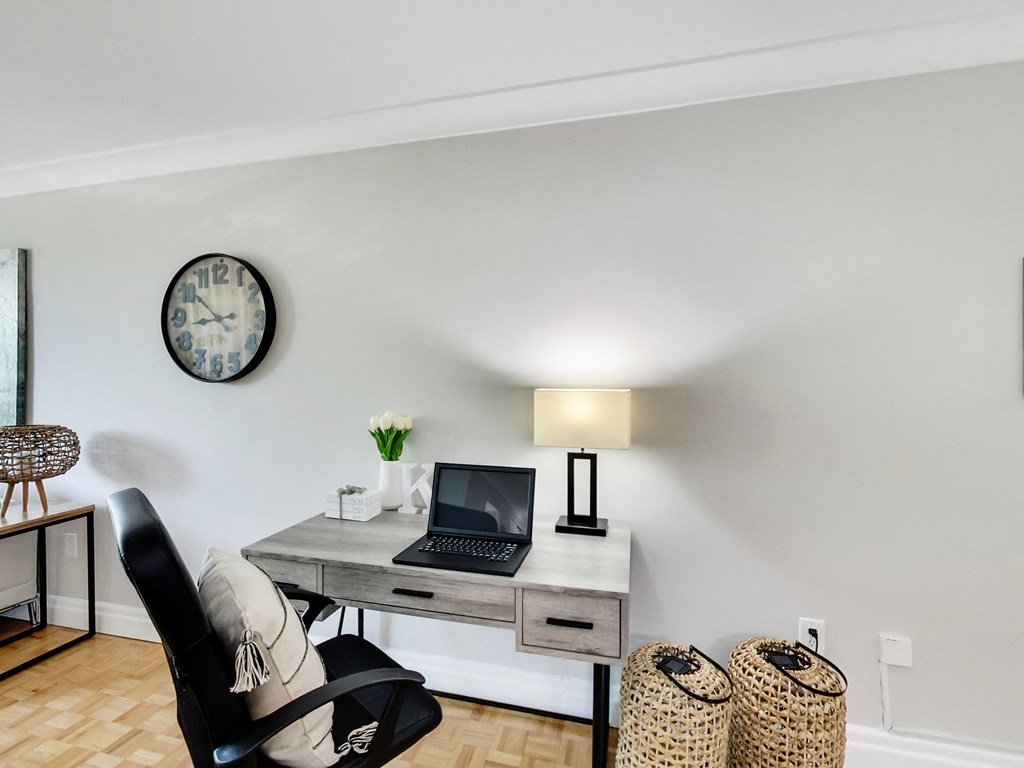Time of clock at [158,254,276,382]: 8:51
